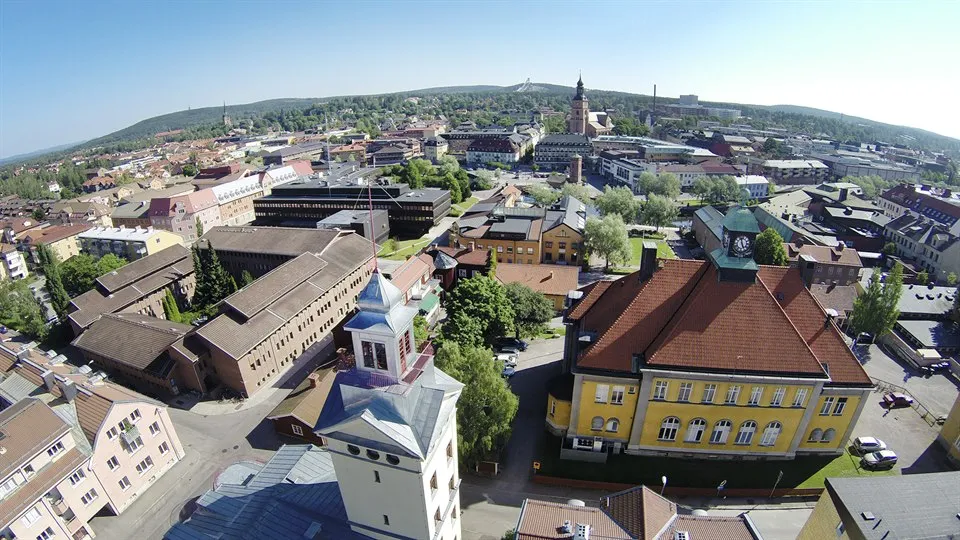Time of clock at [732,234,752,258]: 4:57
